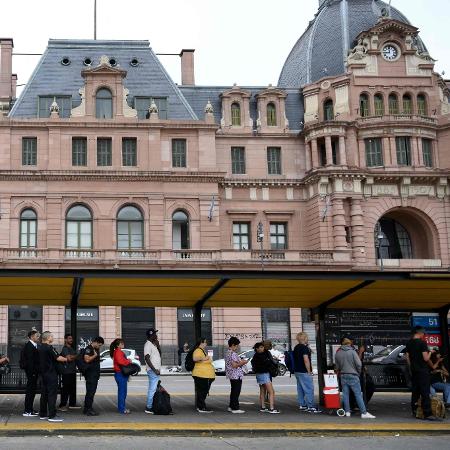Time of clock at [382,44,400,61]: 11:44
